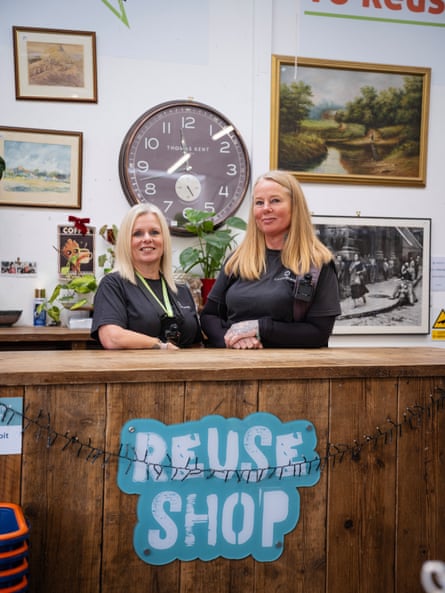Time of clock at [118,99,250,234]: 1:43
